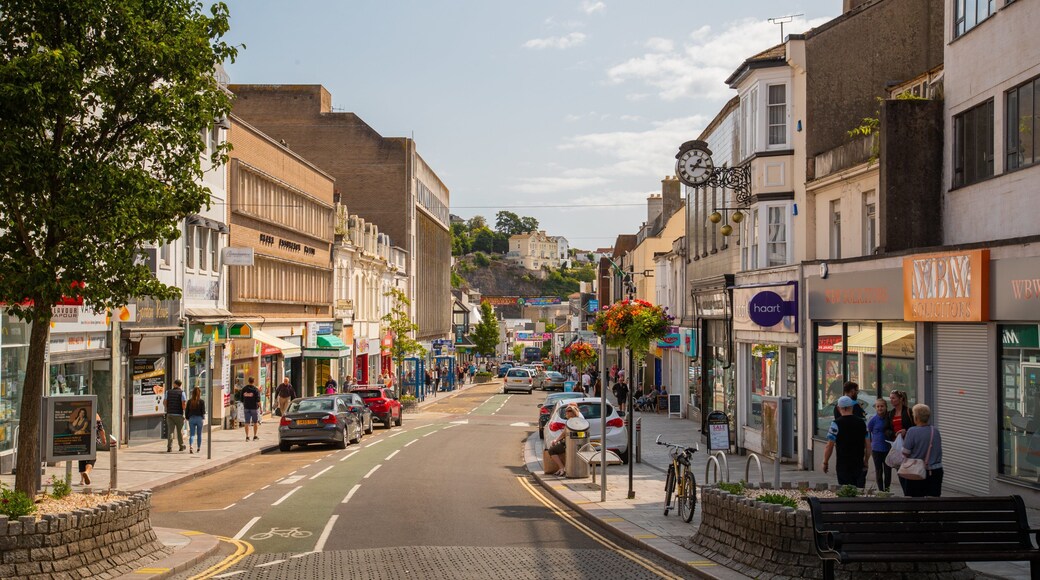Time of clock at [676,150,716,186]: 1:16
